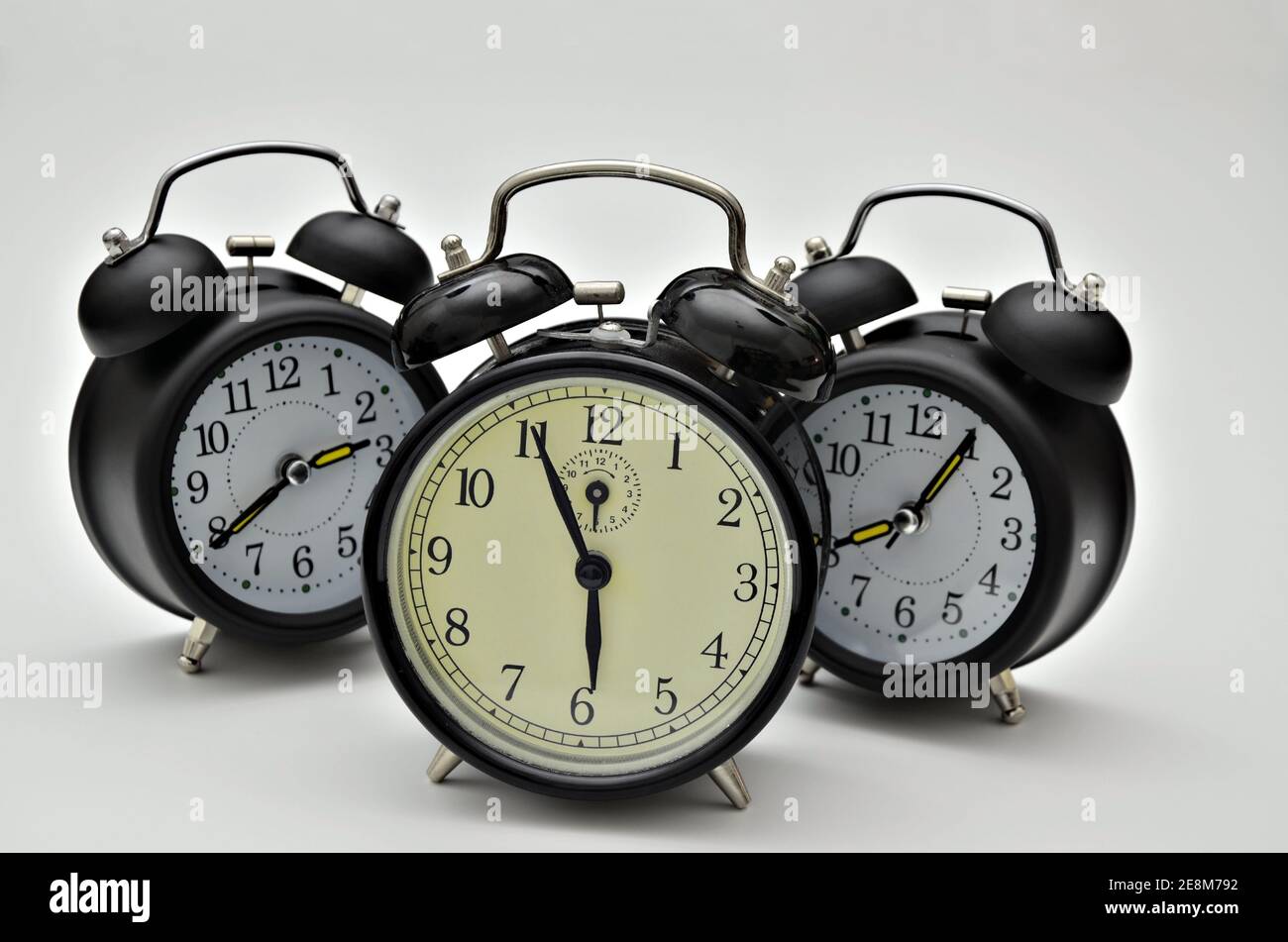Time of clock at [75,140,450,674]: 2:39
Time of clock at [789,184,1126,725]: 8:05
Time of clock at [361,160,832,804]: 5:55
